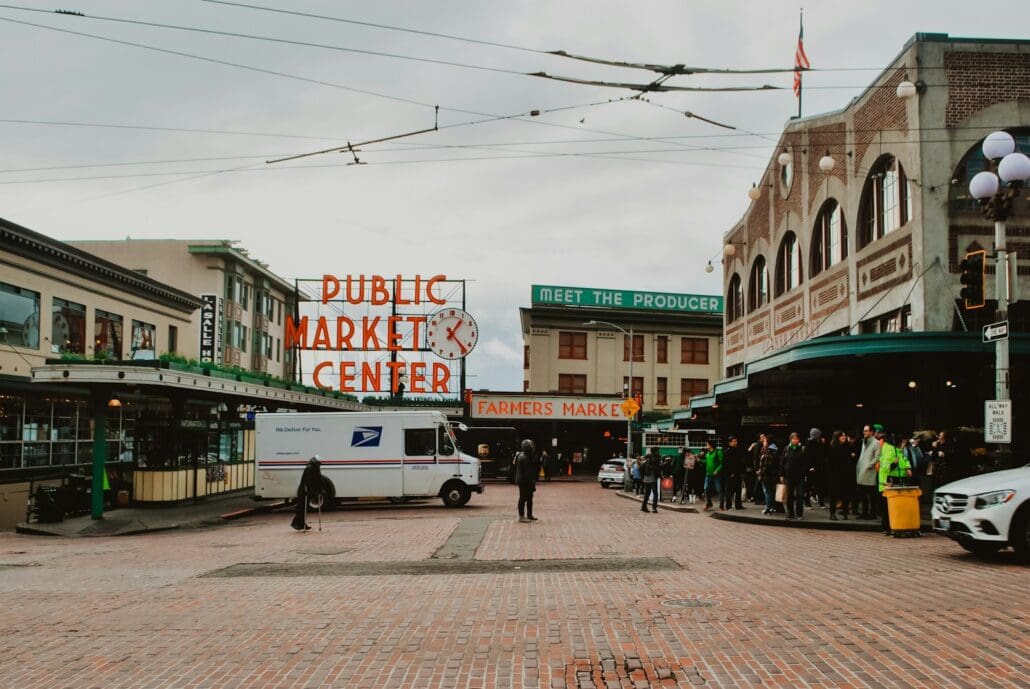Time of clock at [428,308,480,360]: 1:23
